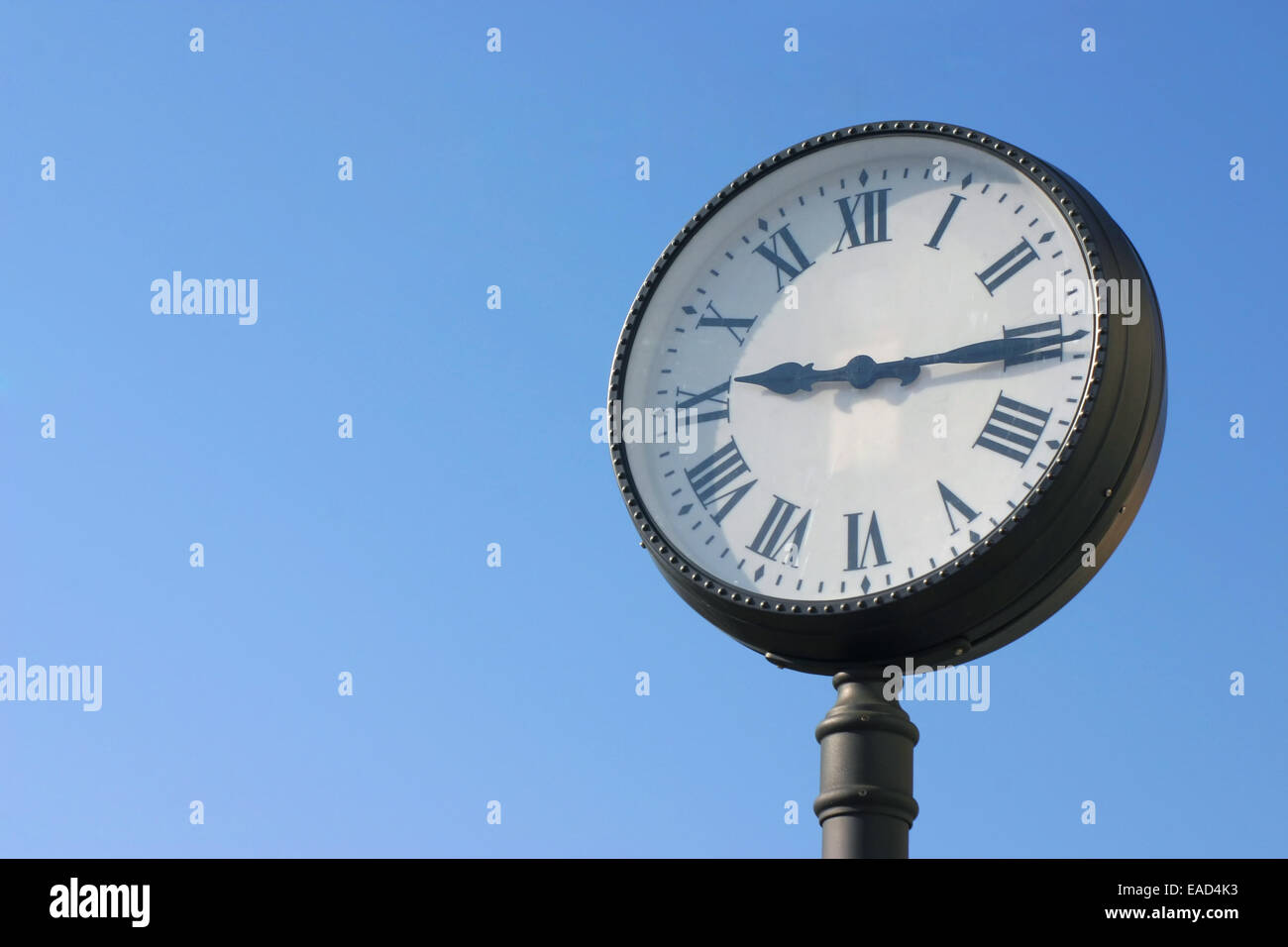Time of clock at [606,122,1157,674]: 9:14
